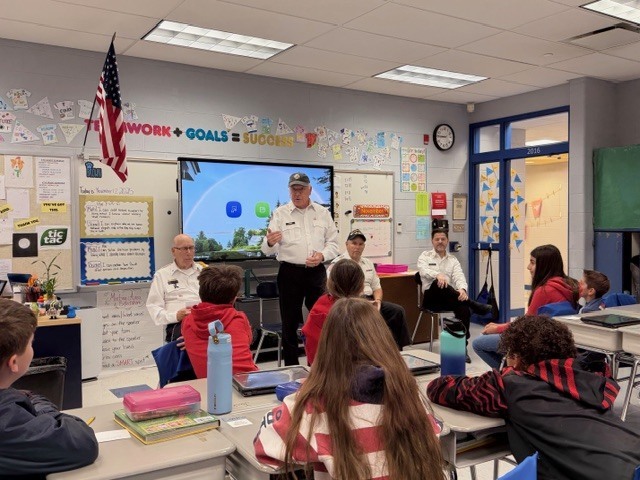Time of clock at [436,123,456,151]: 8:45
